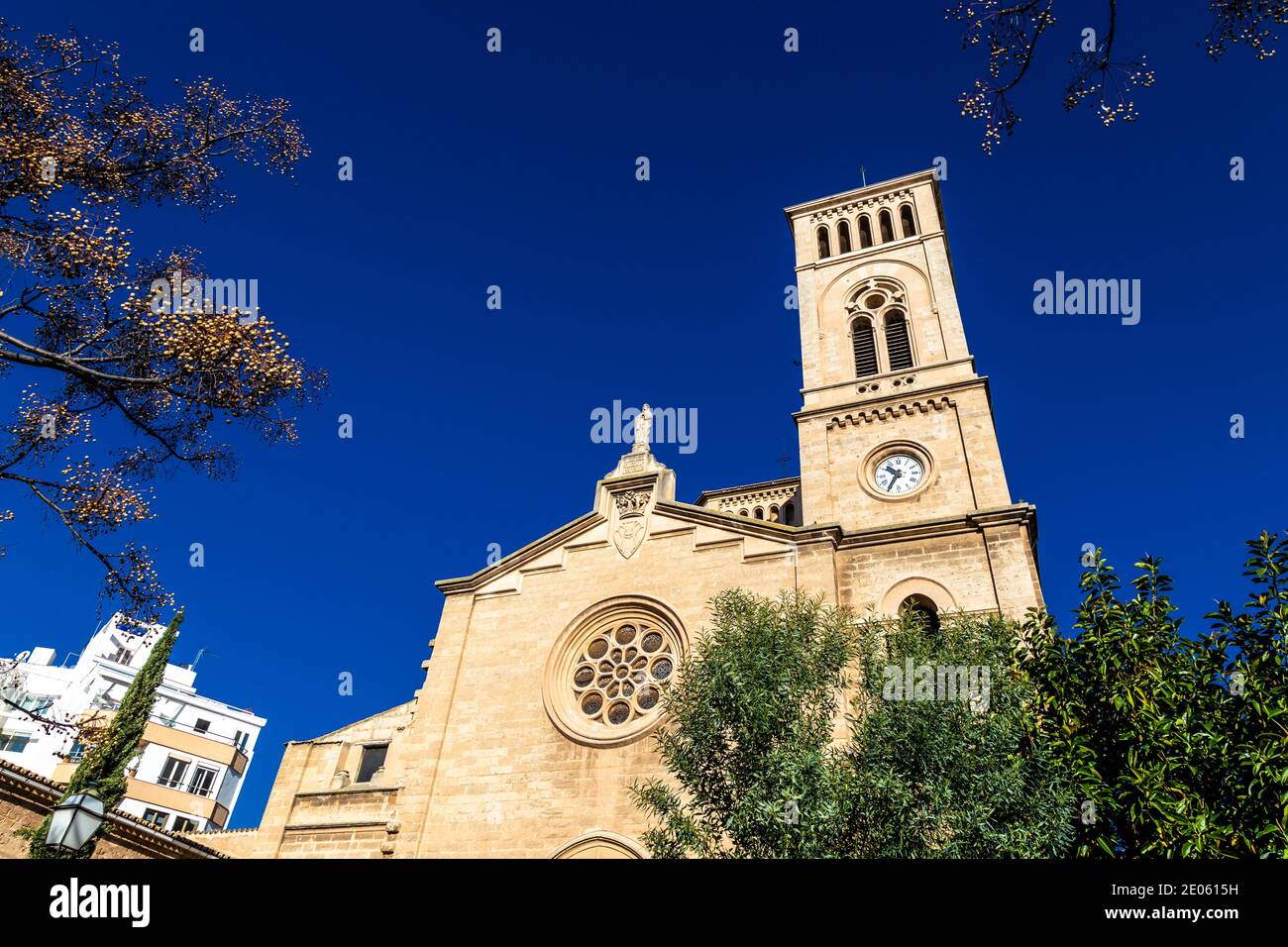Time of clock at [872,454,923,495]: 10:34
